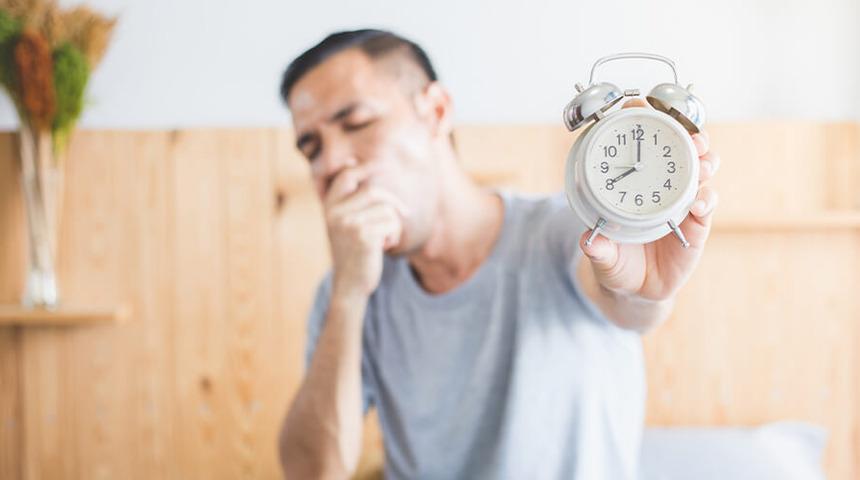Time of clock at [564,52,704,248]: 8:00
